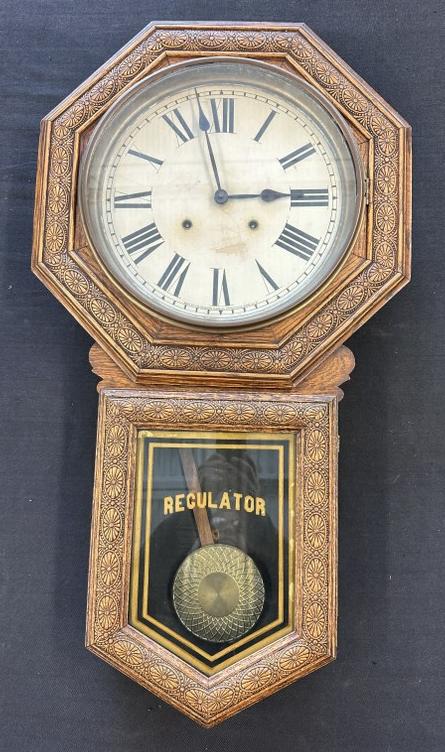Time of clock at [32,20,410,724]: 2:57
